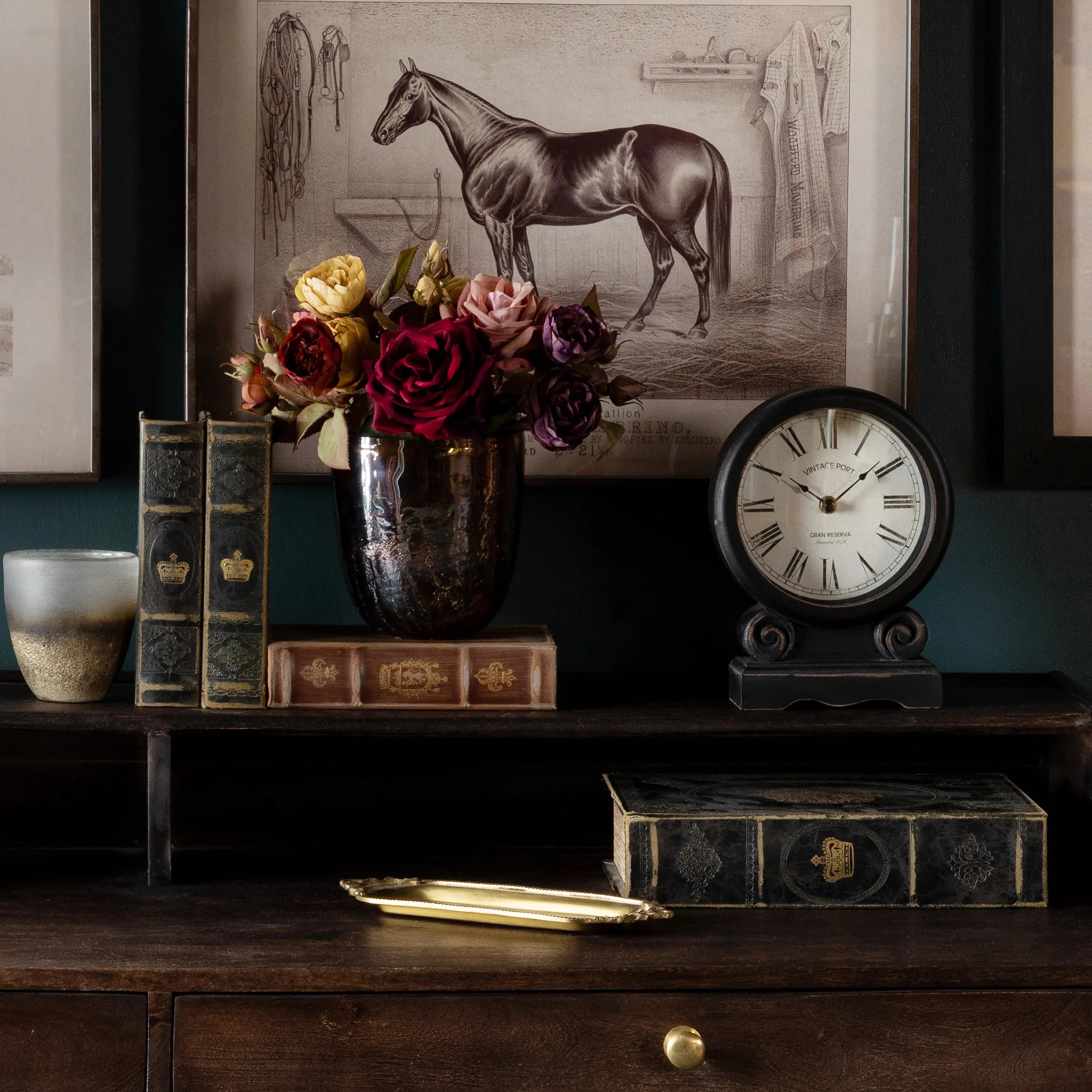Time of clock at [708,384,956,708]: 10:09
